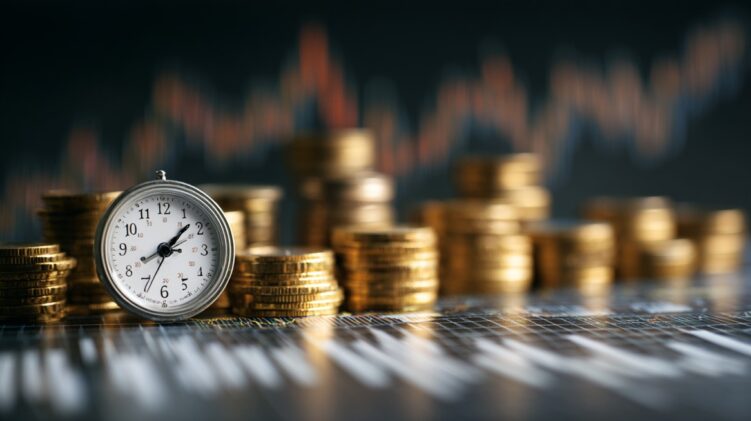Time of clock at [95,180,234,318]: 8:07
